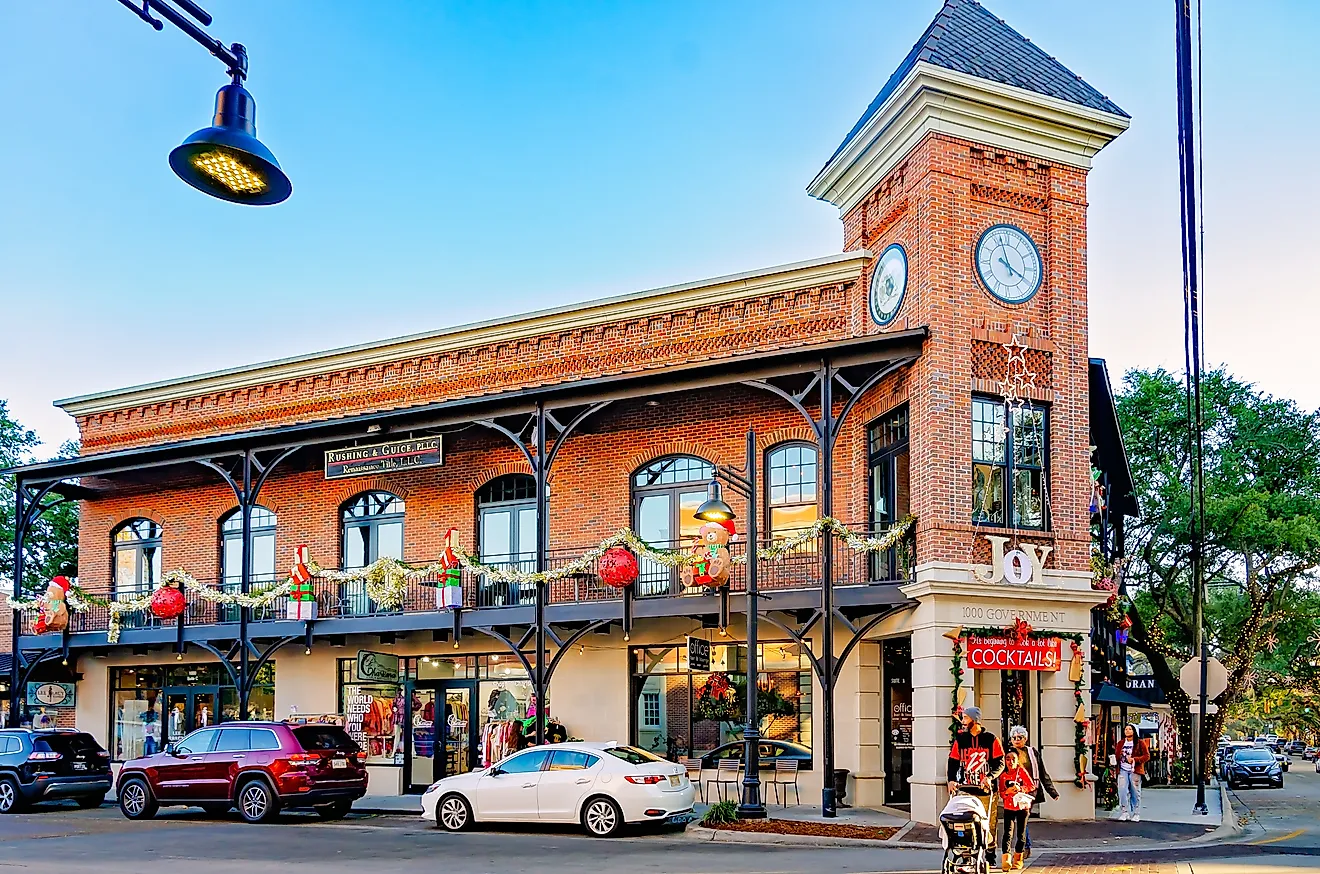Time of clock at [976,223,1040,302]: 3:57
